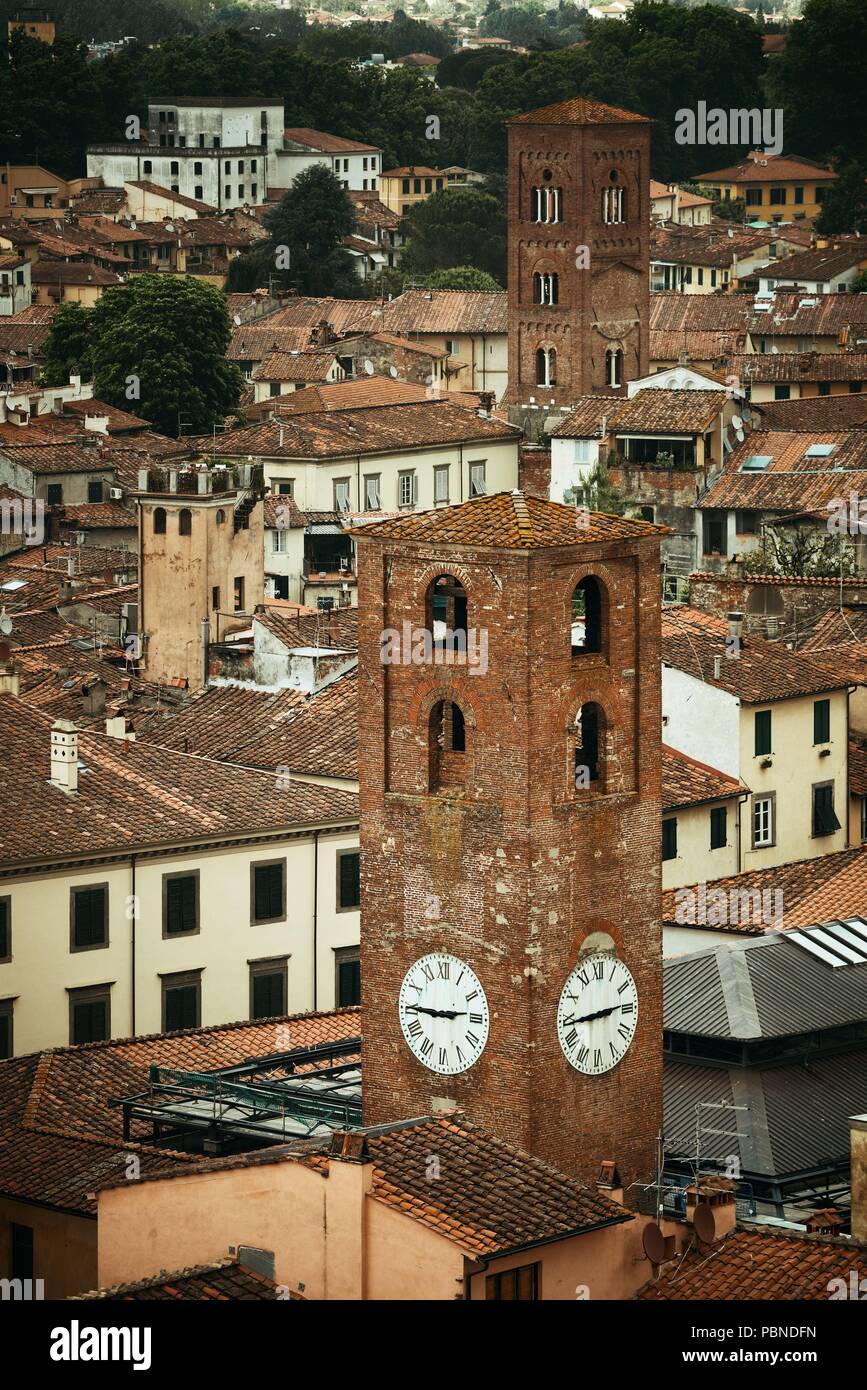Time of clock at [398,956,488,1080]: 2:45
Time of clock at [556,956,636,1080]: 2:44
